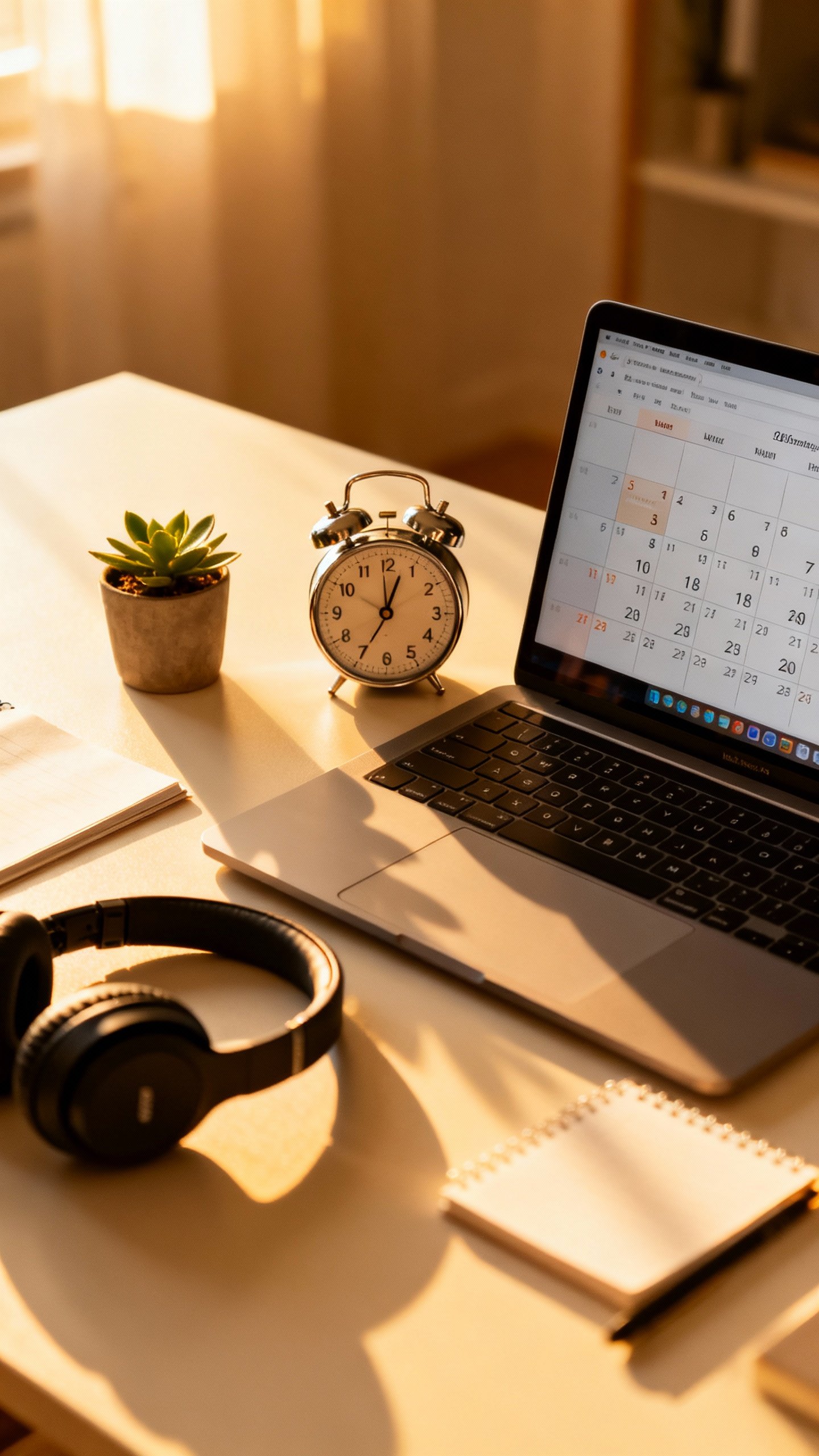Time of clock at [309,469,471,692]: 12:34
